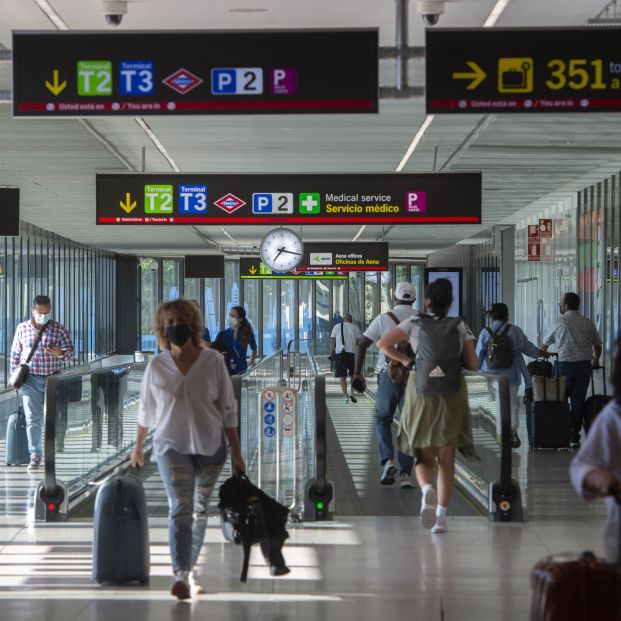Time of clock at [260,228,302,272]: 7:17
